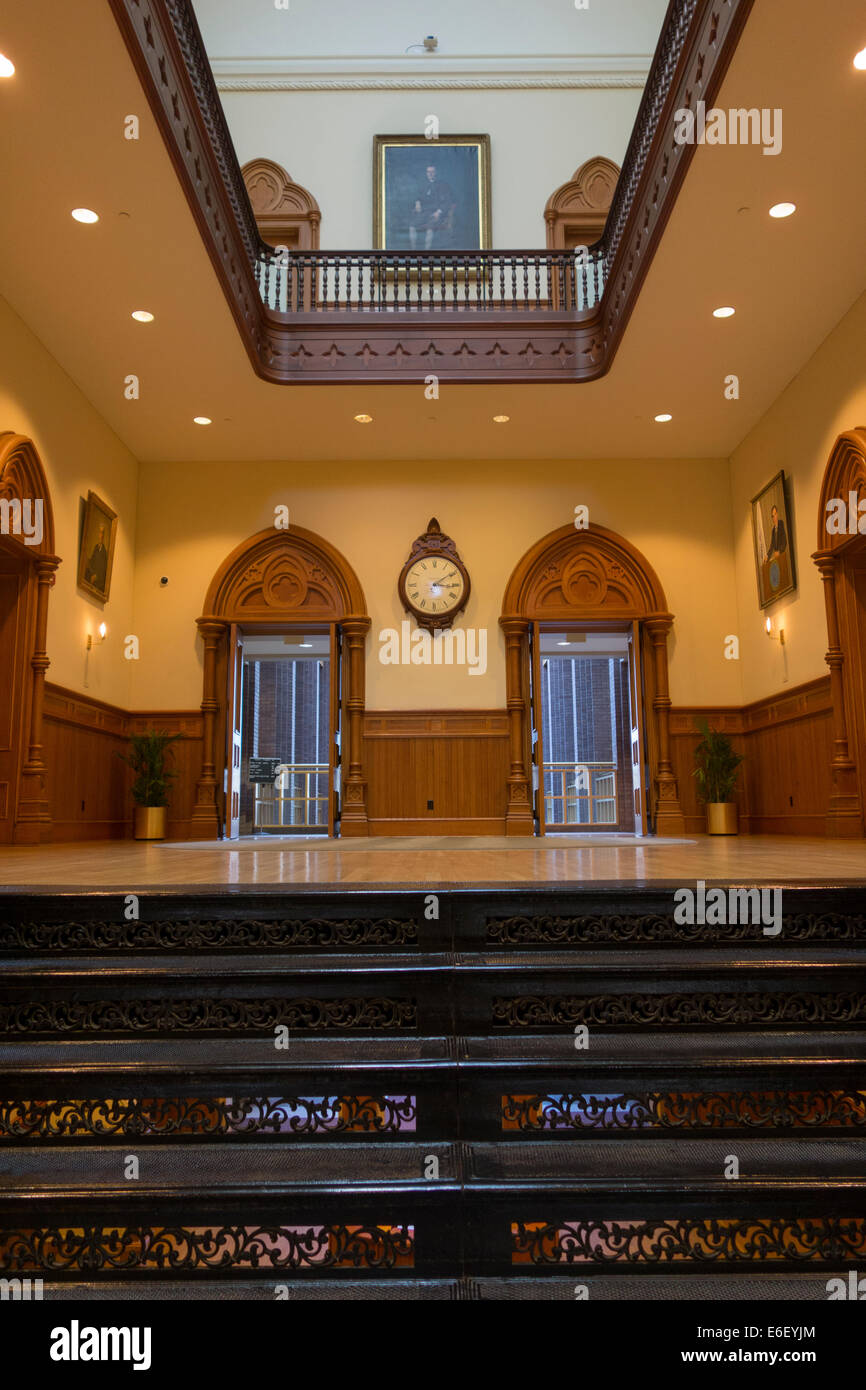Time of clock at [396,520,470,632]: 3:09
